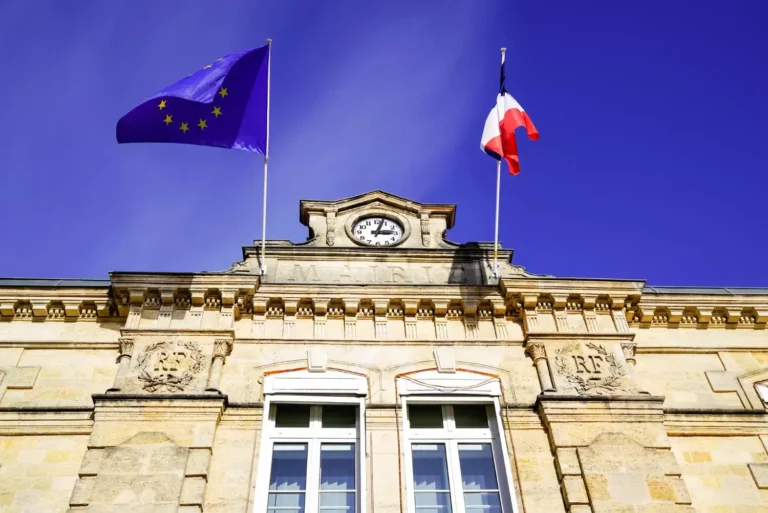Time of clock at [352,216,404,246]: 3:02
